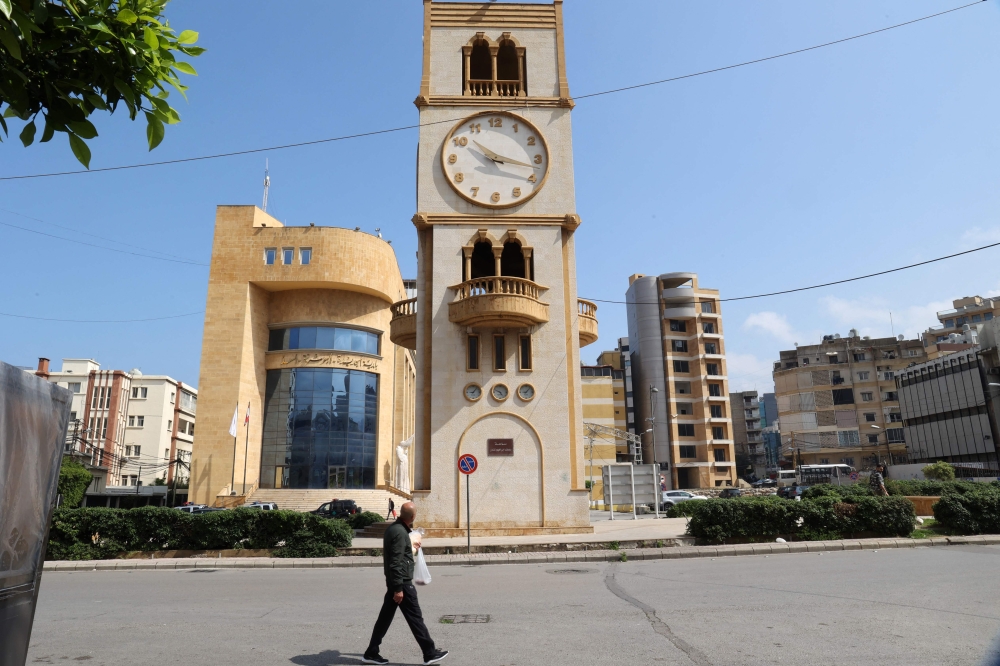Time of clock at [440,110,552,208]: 10:17
